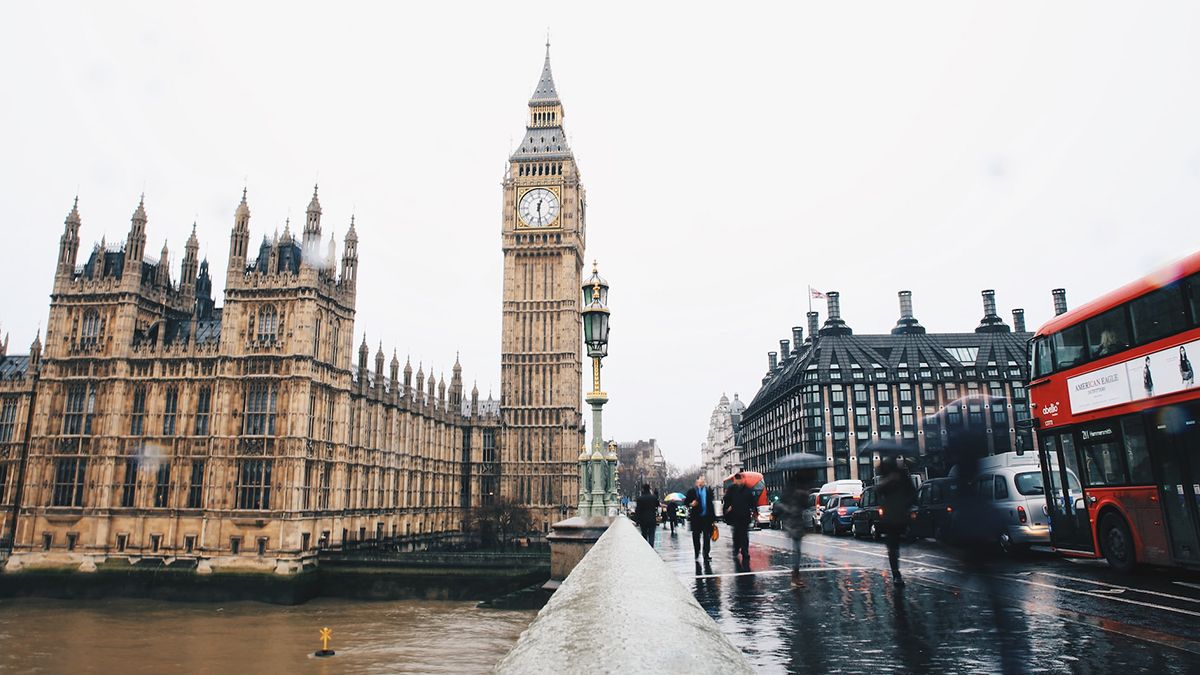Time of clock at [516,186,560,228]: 12:28
